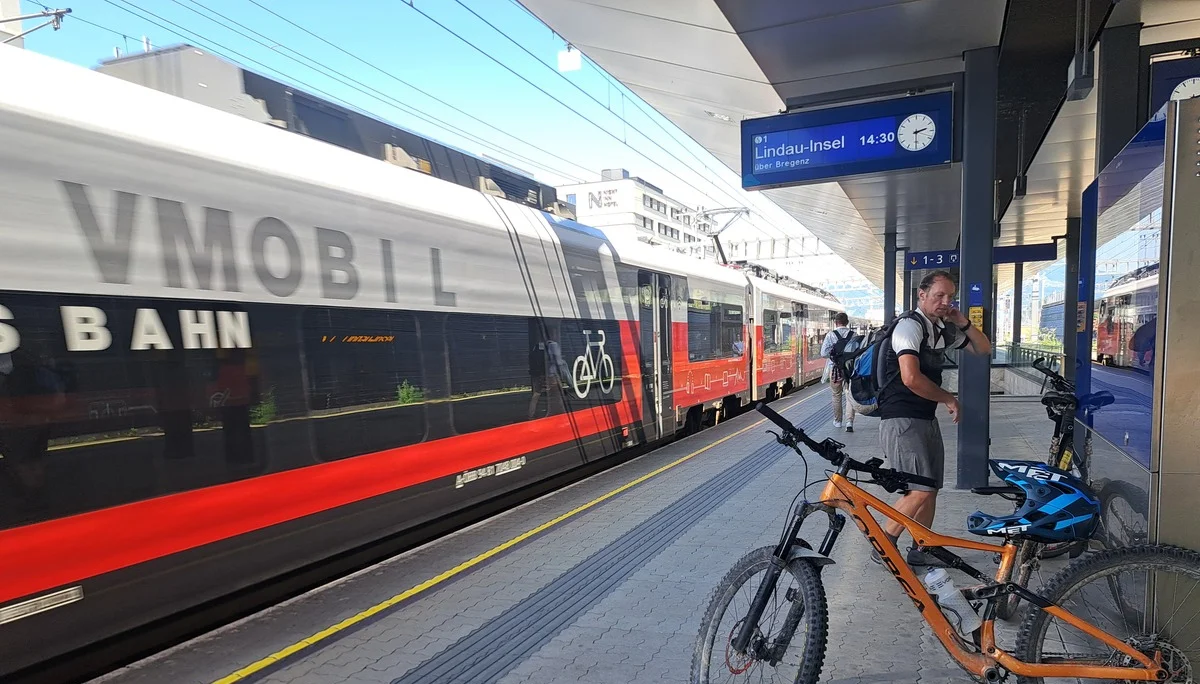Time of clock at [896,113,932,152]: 2:30
